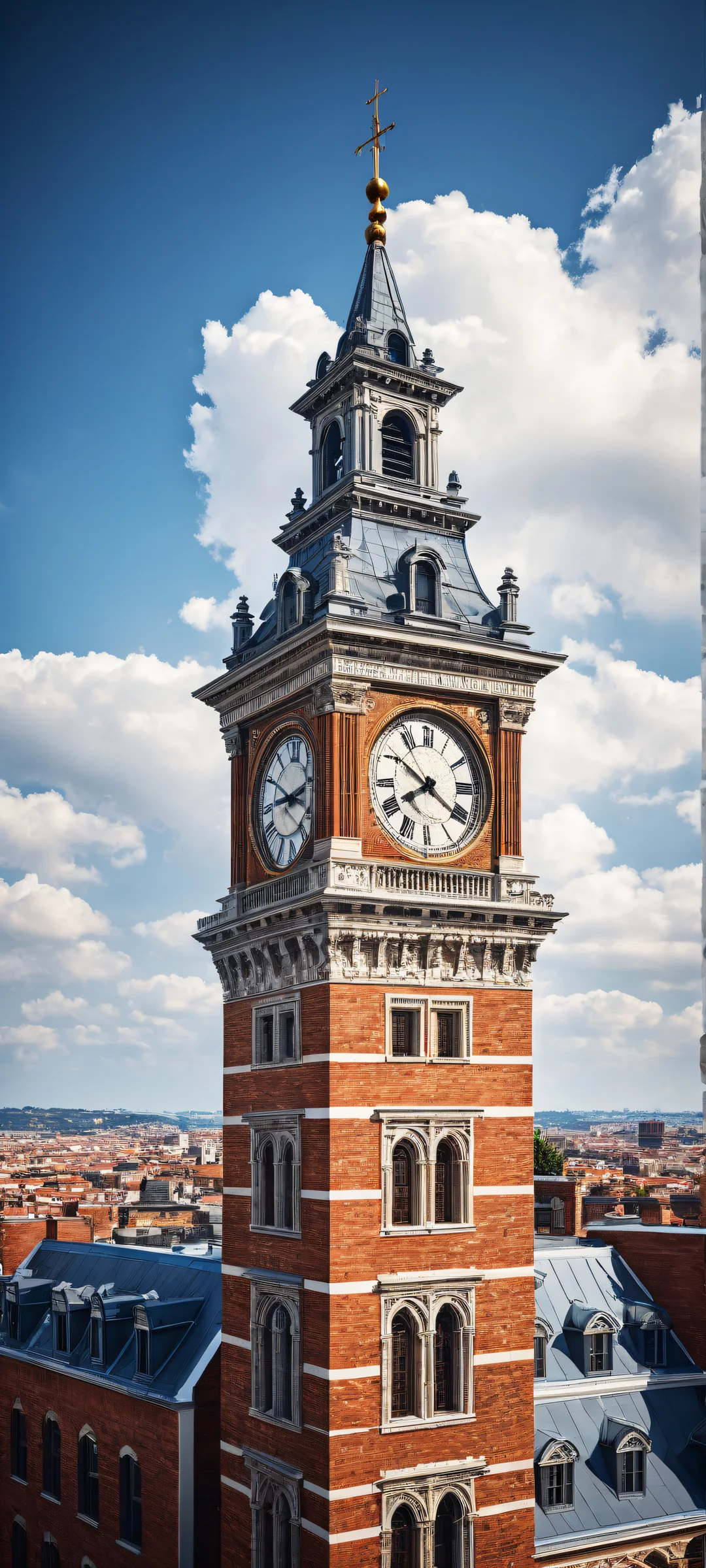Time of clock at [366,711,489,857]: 7:50
